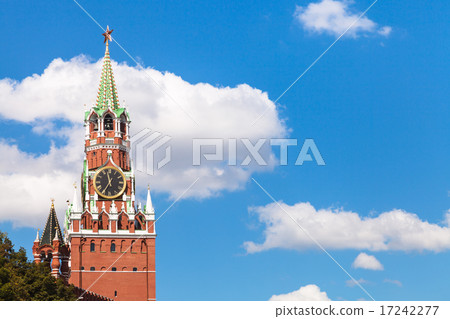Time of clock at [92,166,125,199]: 11:35
